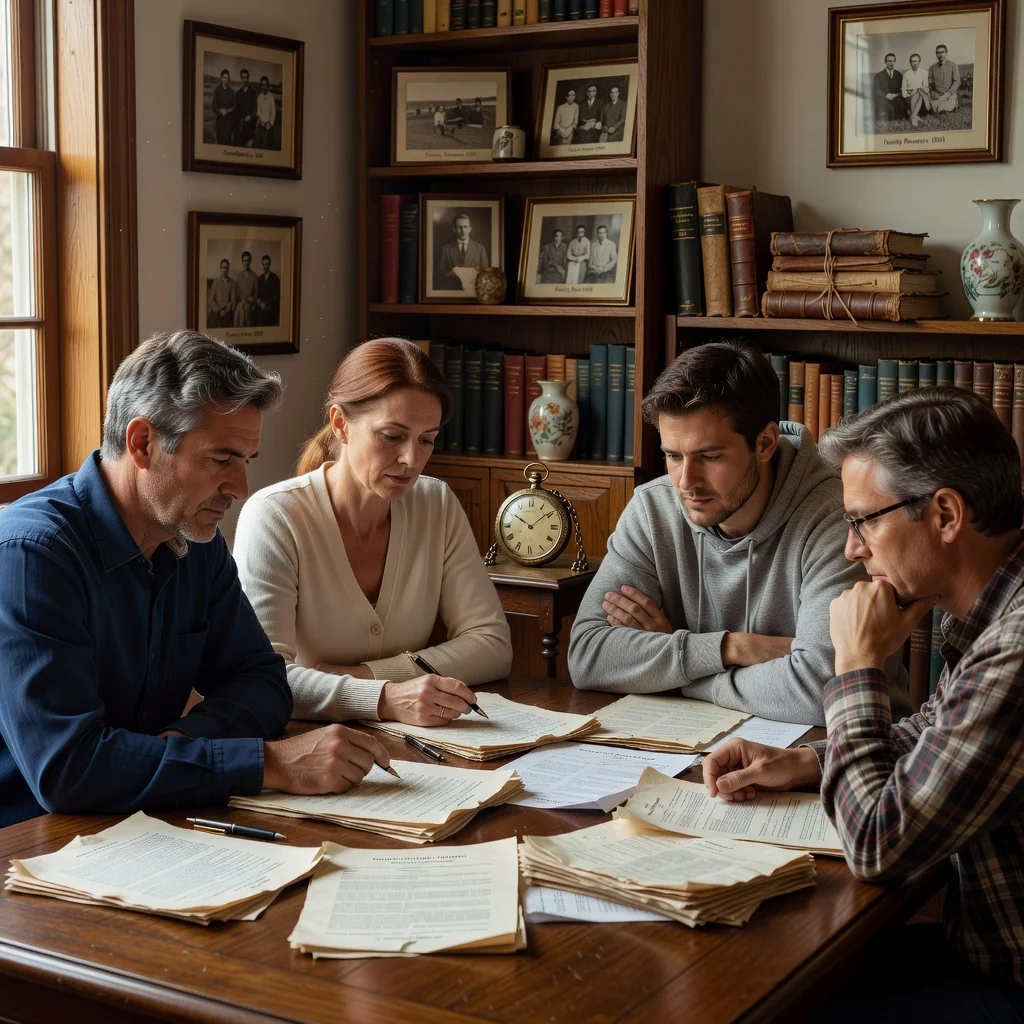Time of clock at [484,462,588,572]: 10:08
